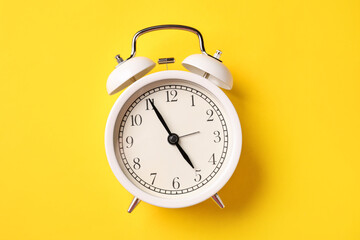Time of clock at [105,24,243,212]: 4:55
